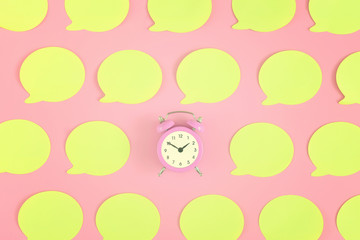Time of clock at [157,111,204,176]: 1:50
